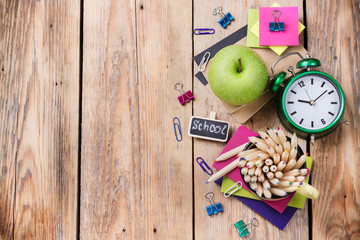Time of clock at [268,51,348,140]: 9:08
